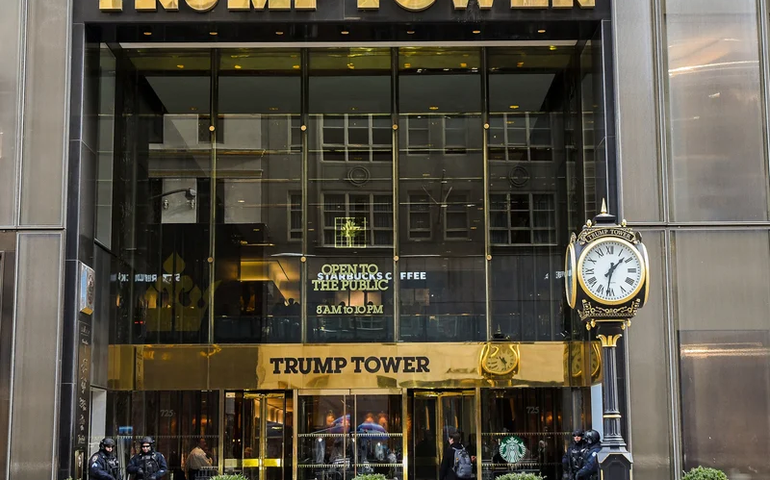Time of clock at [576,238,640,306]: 1:31
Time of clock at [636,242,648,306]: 1:32
